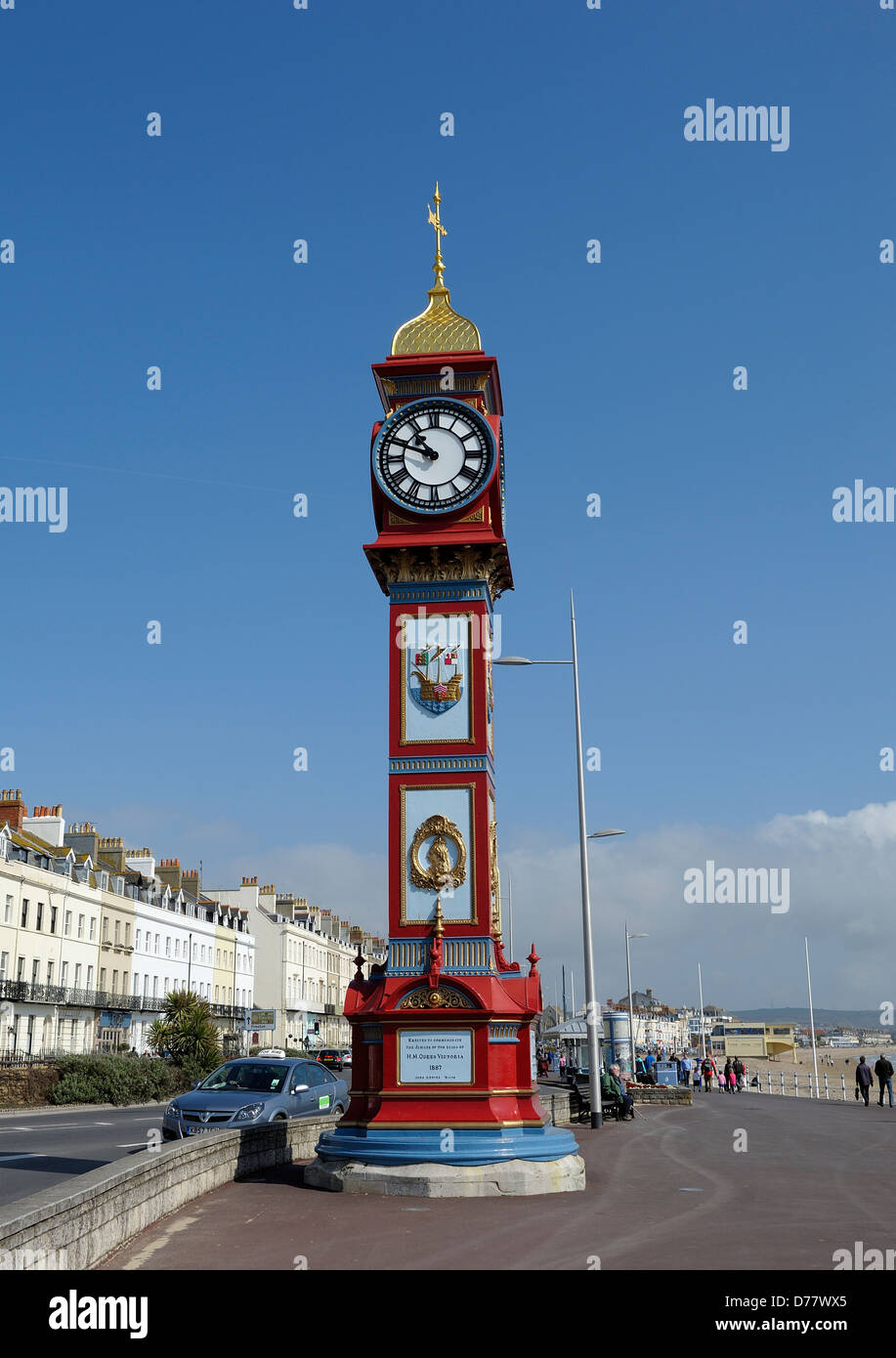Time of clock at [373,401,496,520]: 10:48
